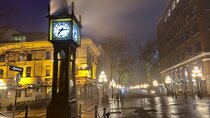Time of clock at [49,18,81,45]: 7:15
